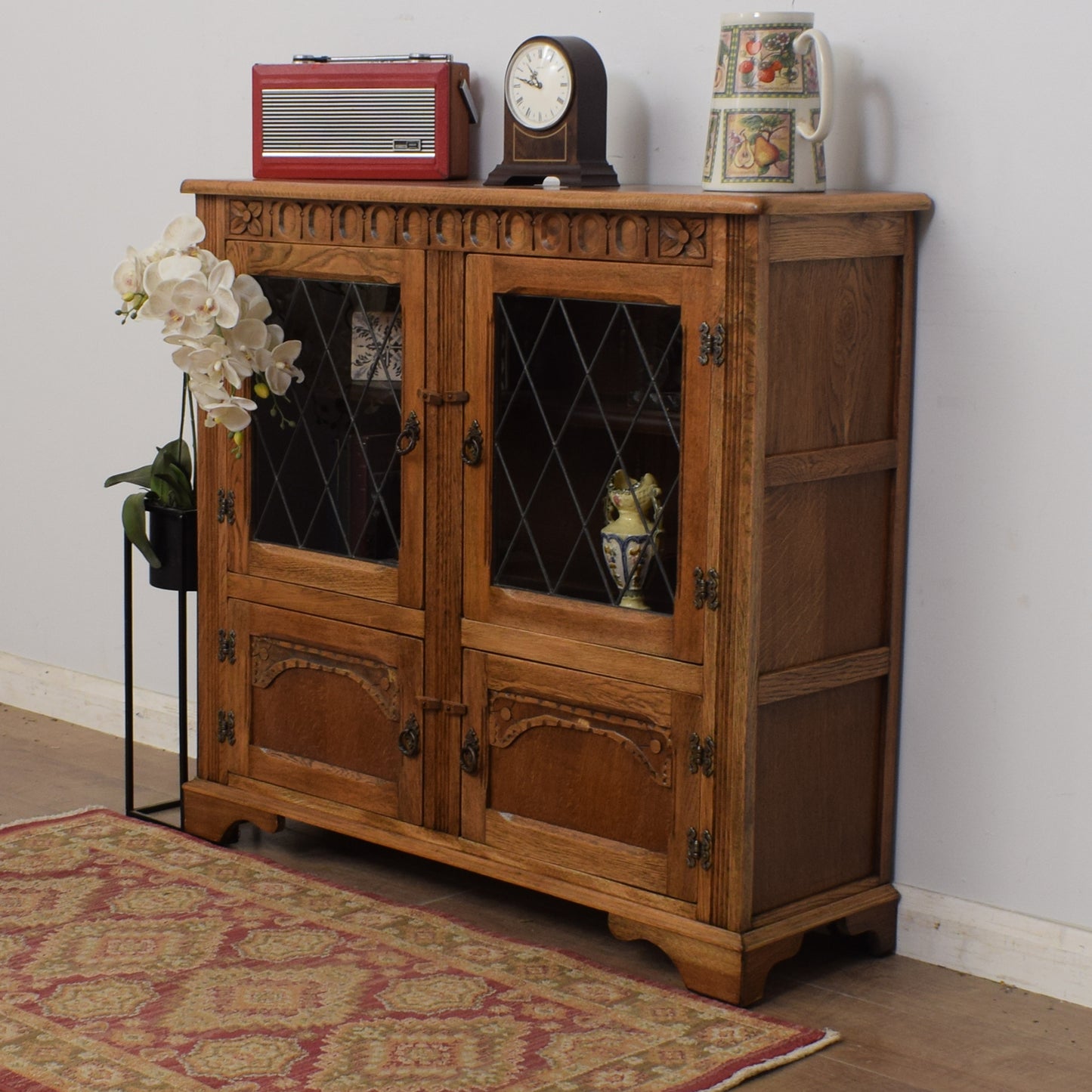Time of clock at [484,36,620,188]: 10:47
